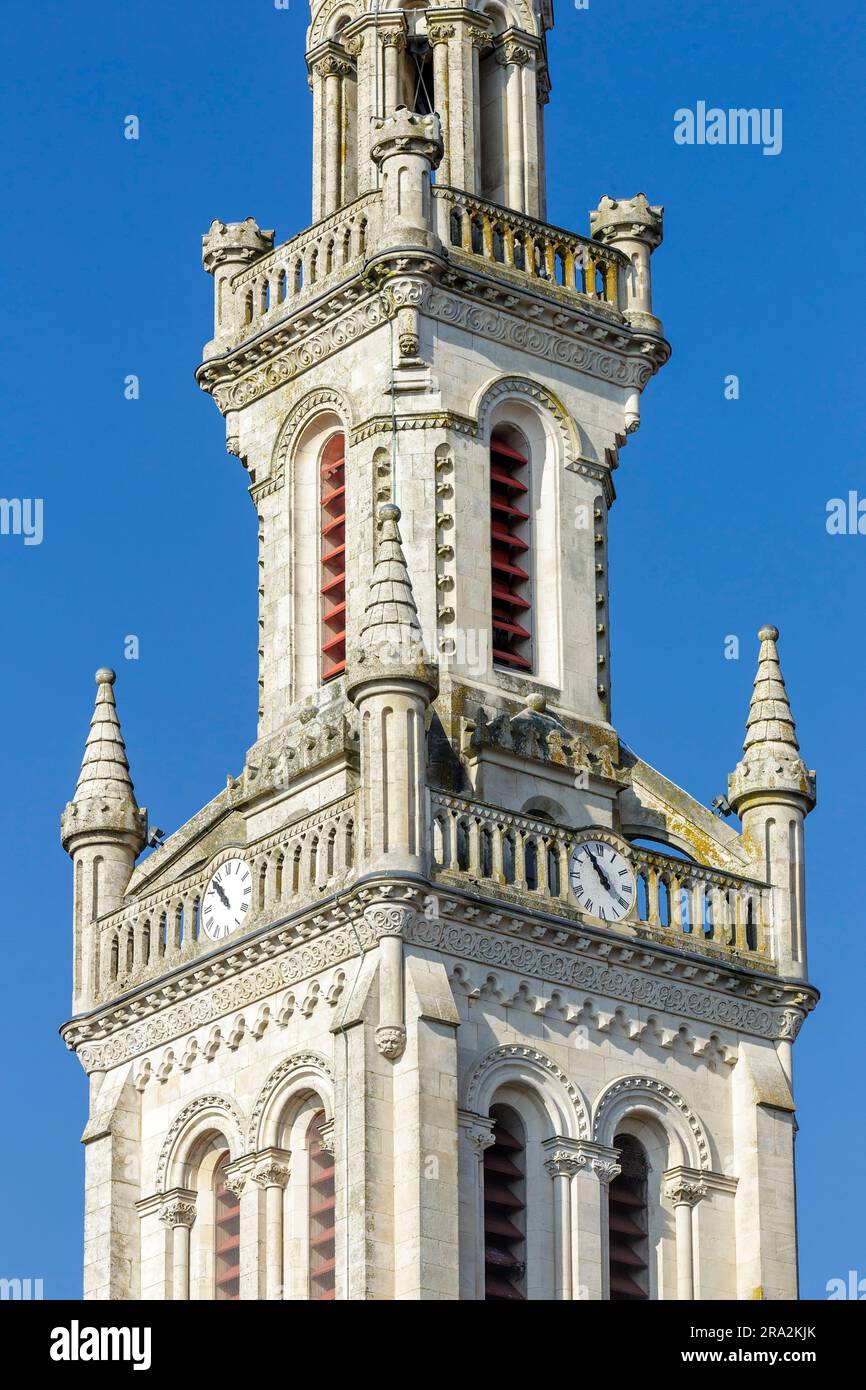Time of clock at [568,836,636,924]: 10:55
